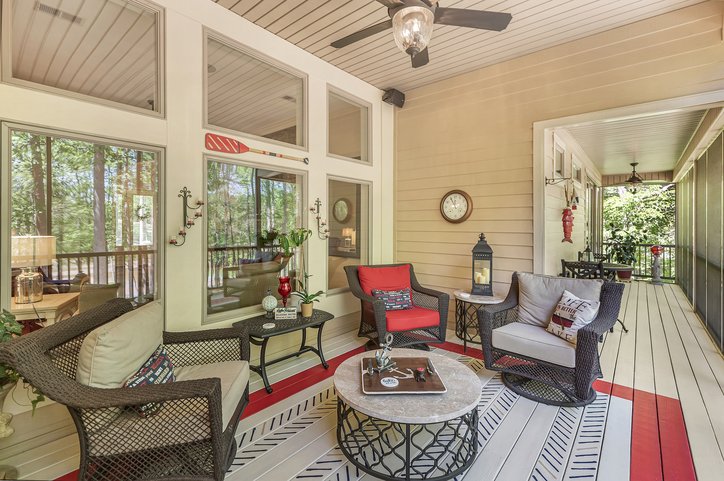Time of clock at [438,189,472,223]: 11:55
